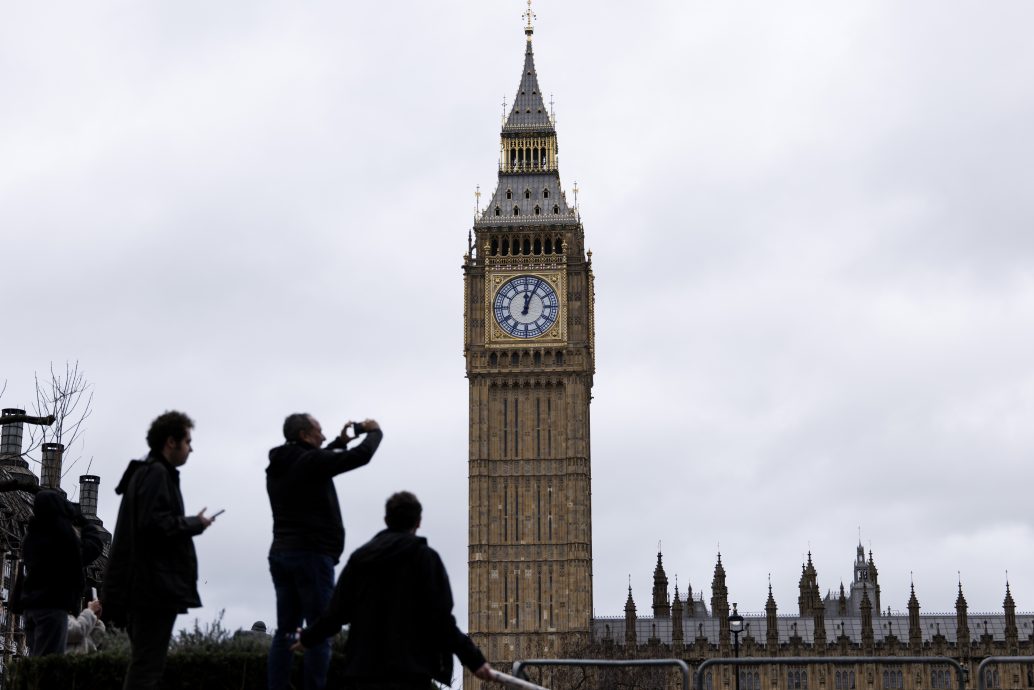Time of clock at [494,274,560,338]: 12:04
